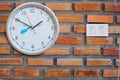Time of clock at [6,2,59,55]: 1:49
